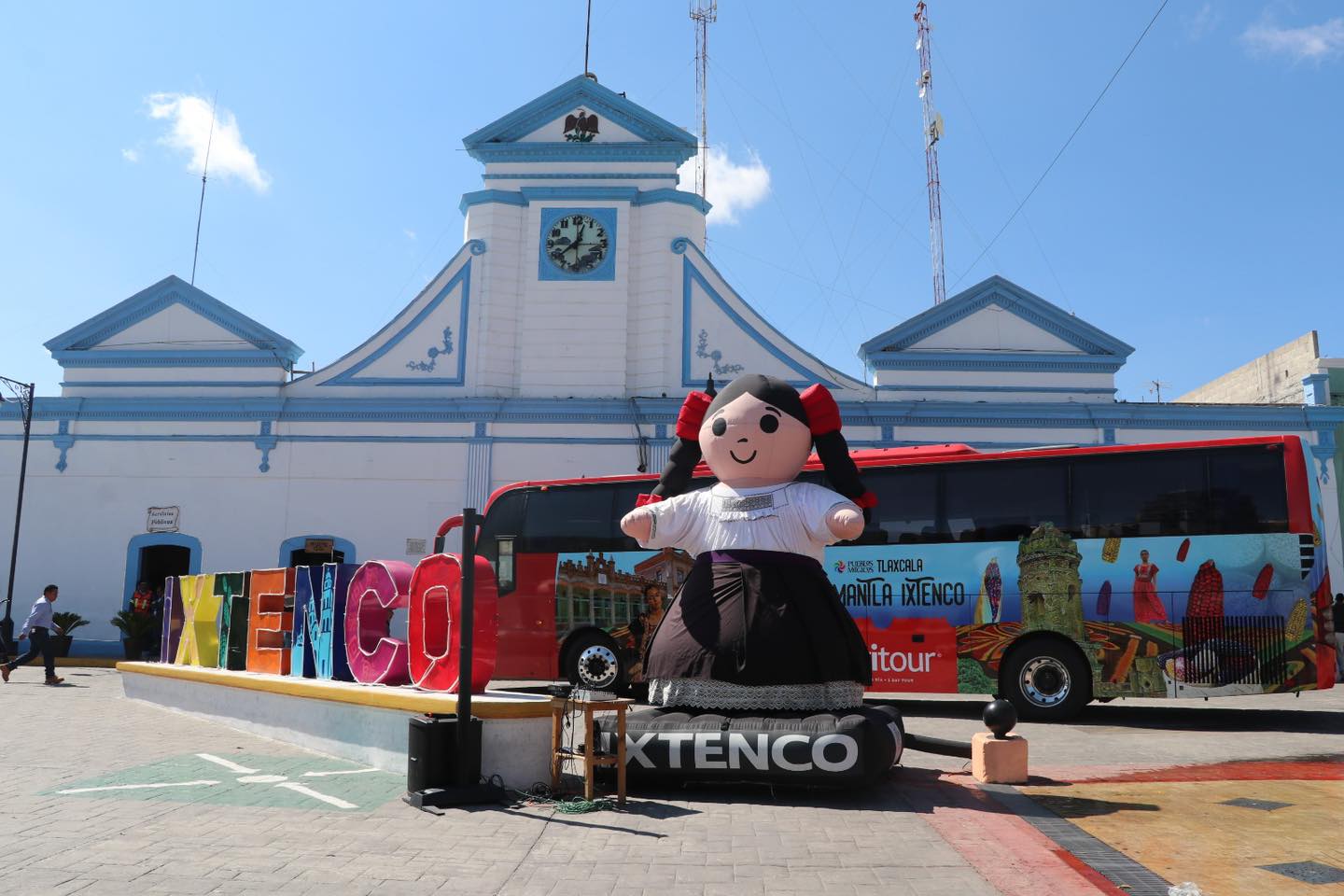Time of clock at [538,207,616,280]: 12:38
